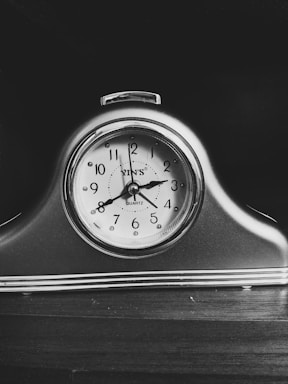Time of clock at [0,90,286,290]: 2:40
